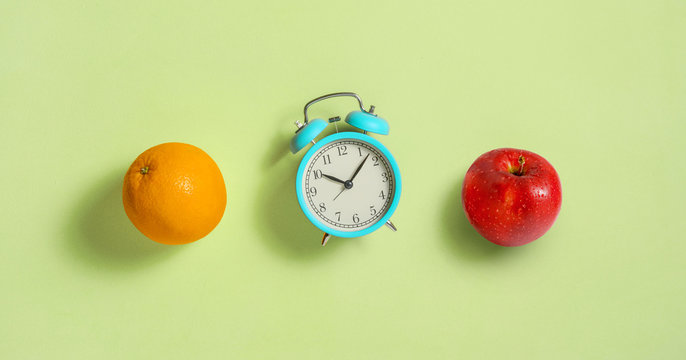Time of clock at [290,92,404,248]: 10:07
